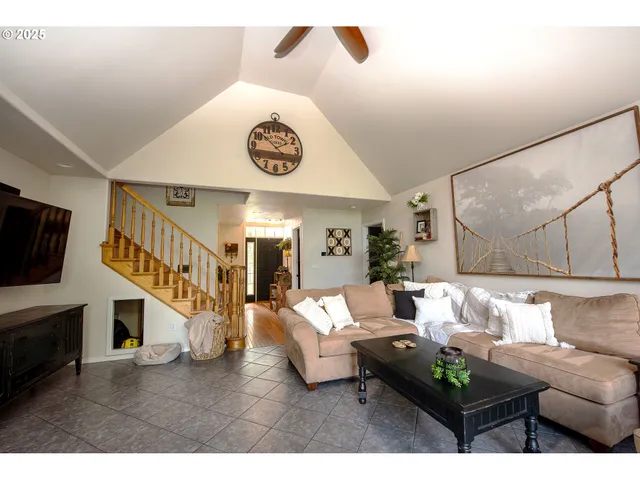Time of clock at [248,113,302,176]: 1:52
